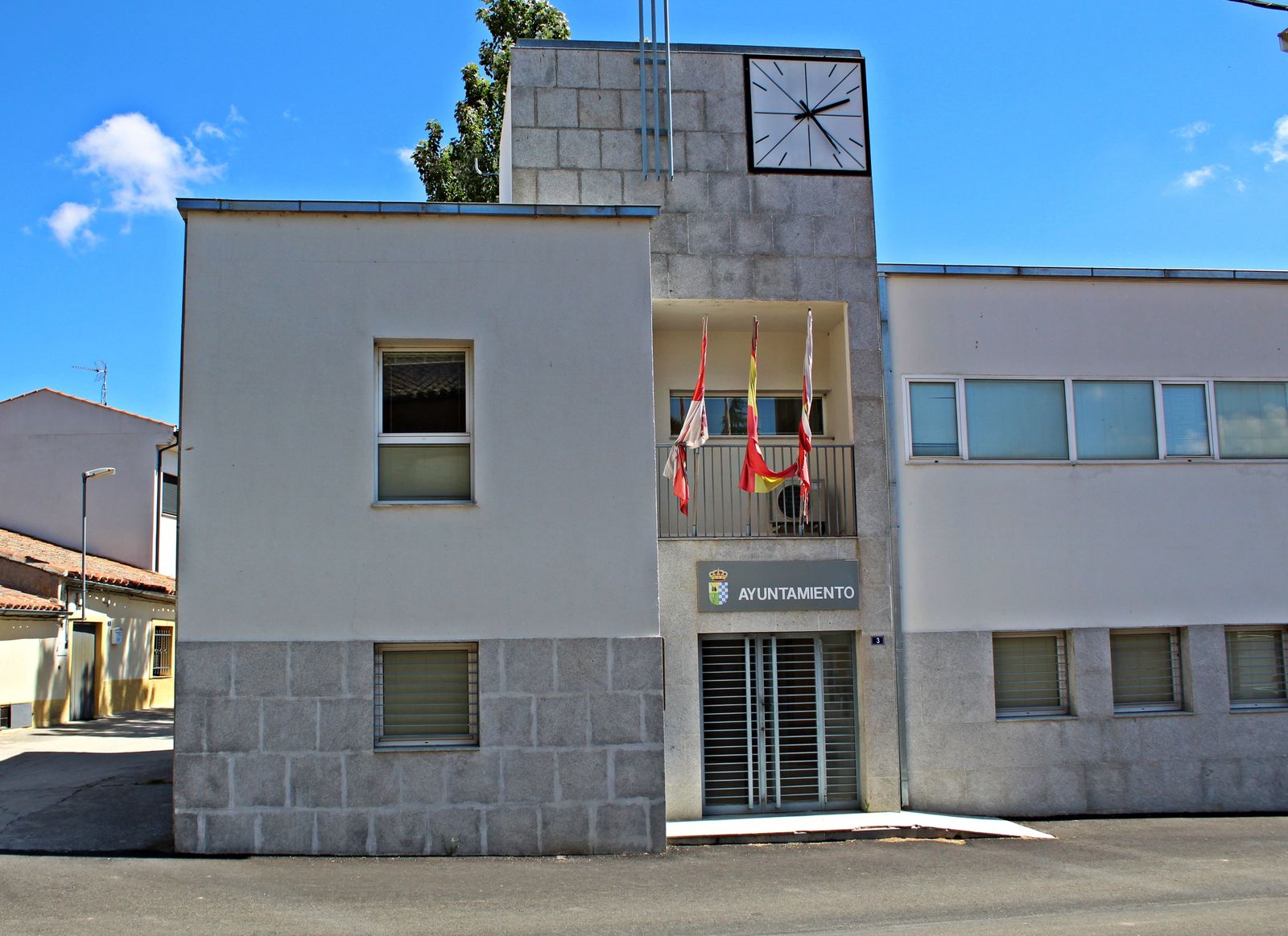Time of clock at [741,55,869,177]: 2:23
